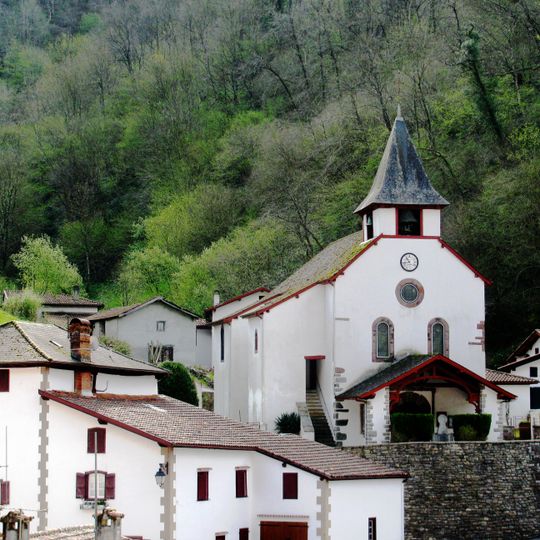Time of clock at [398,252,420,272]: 10:43
